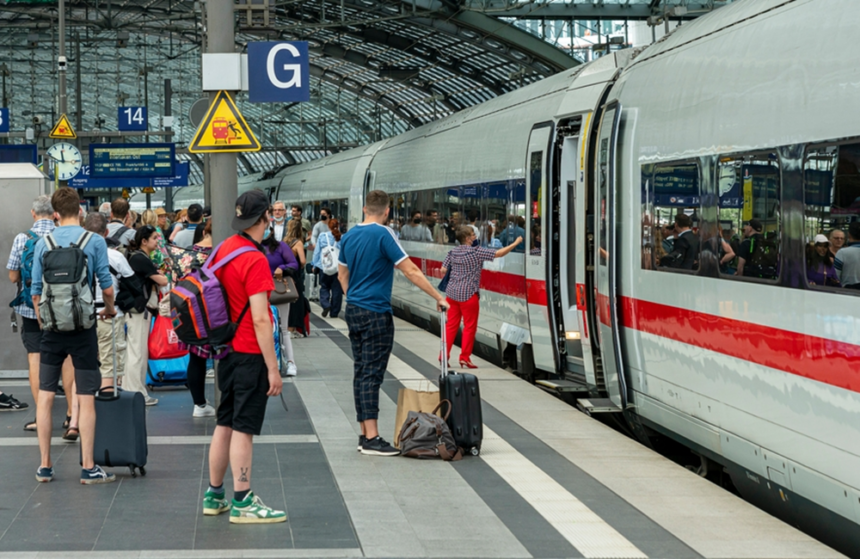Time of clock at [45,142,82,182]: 11:48
